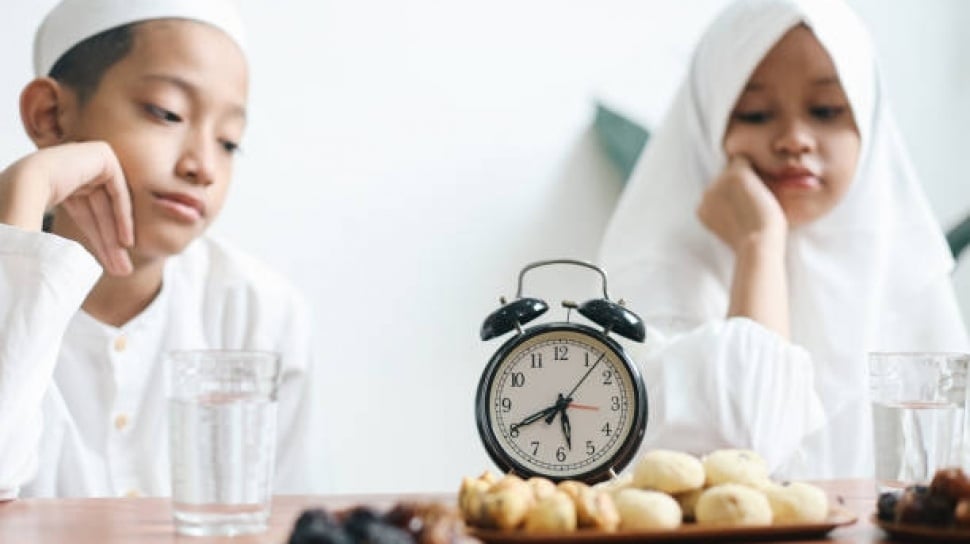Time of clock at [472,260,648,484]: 5:40
